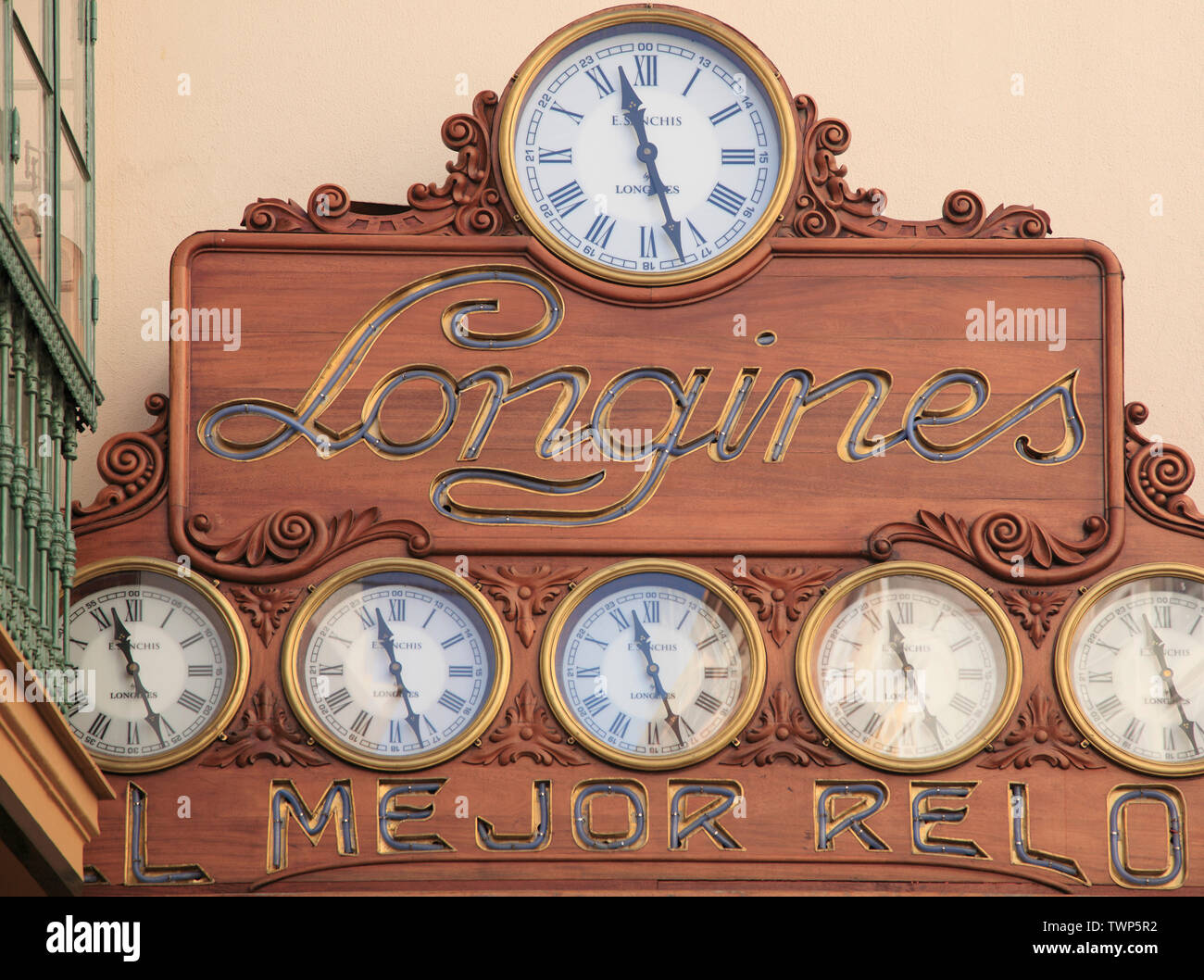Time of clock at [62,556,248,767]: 11:26
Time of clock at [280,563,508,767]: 11:26
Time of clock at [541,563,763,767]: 11:26
